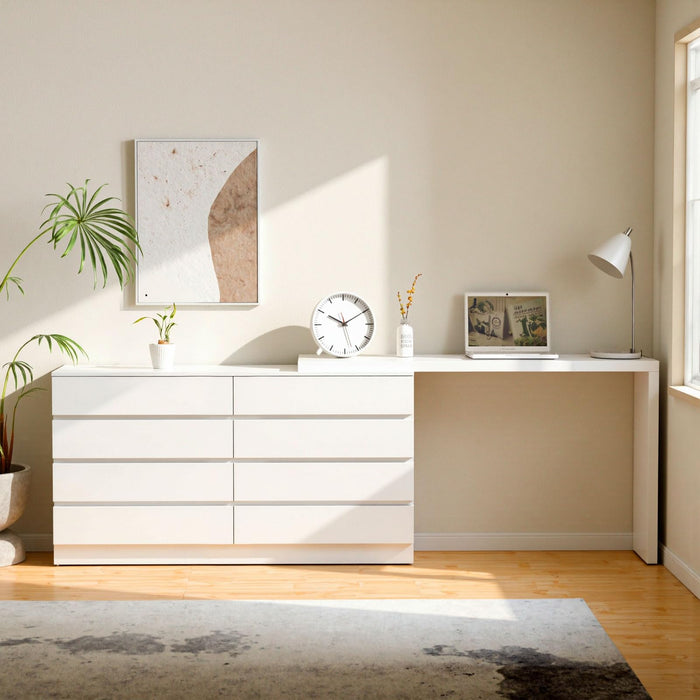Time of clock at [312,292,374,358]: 10:09
